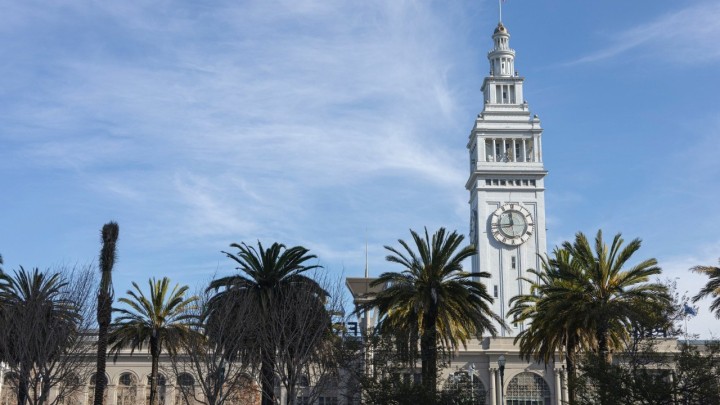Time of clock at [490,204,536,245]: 11:44
